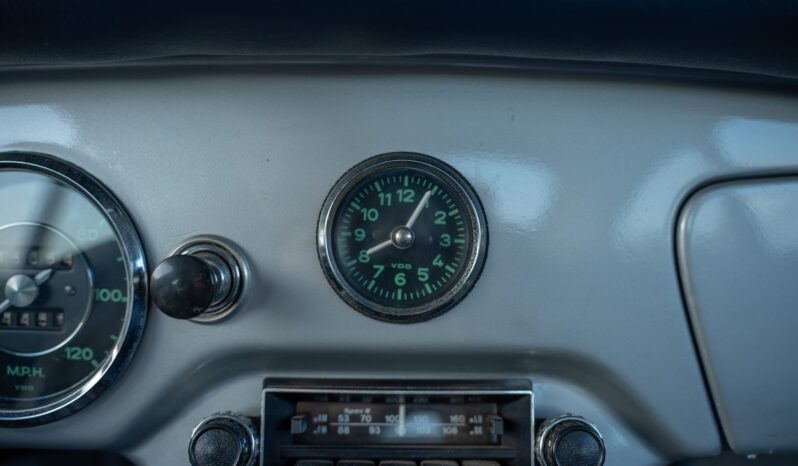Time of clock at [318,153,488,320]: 8:04
